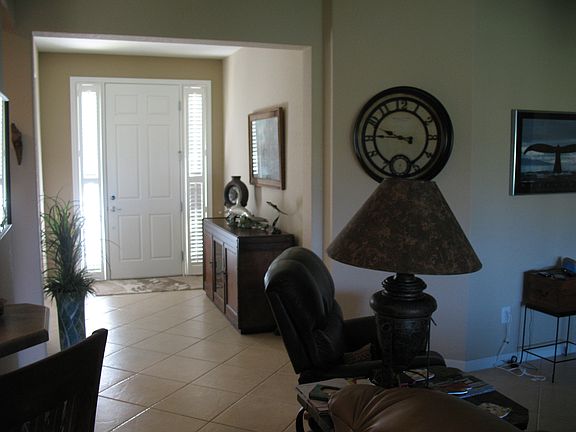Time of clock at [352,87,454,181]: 9:45
